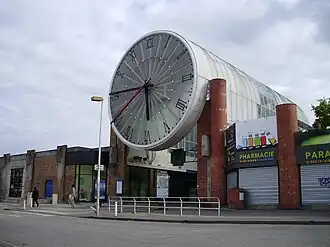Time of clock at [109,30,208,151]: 5:45
